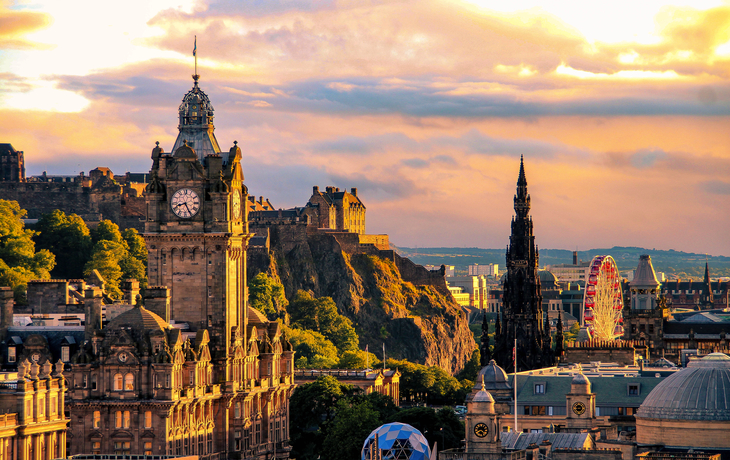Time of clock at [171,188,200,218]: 8:25
